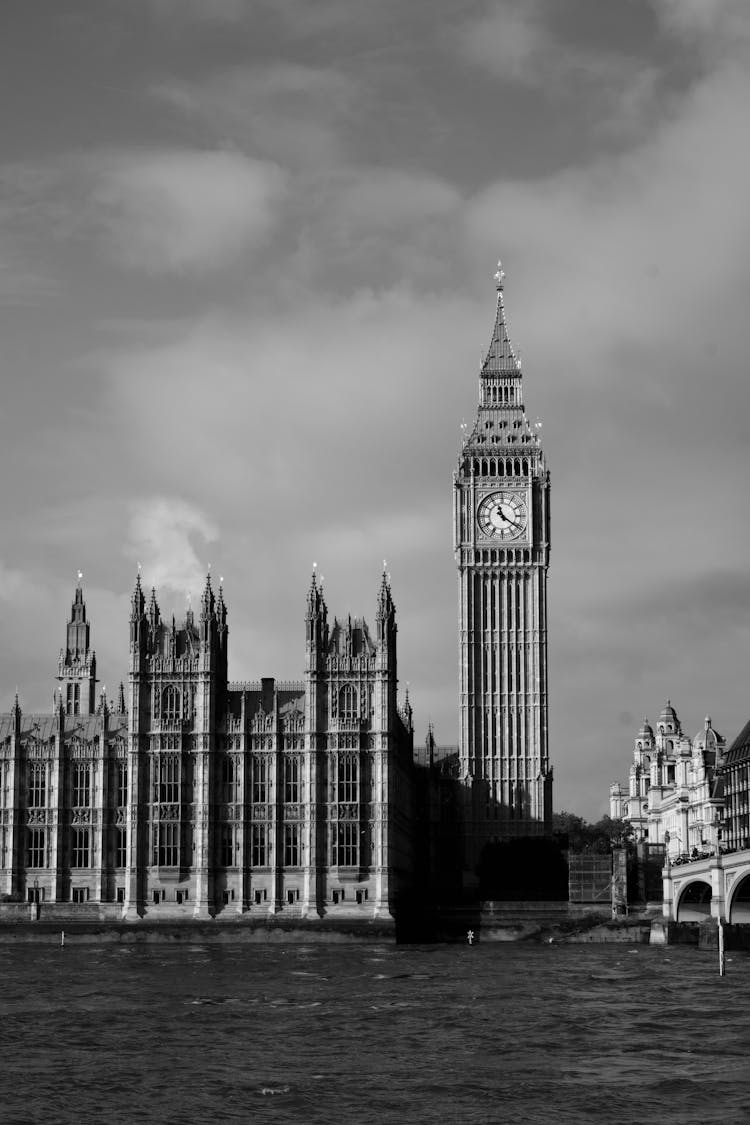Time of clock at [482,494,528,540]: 11:21
